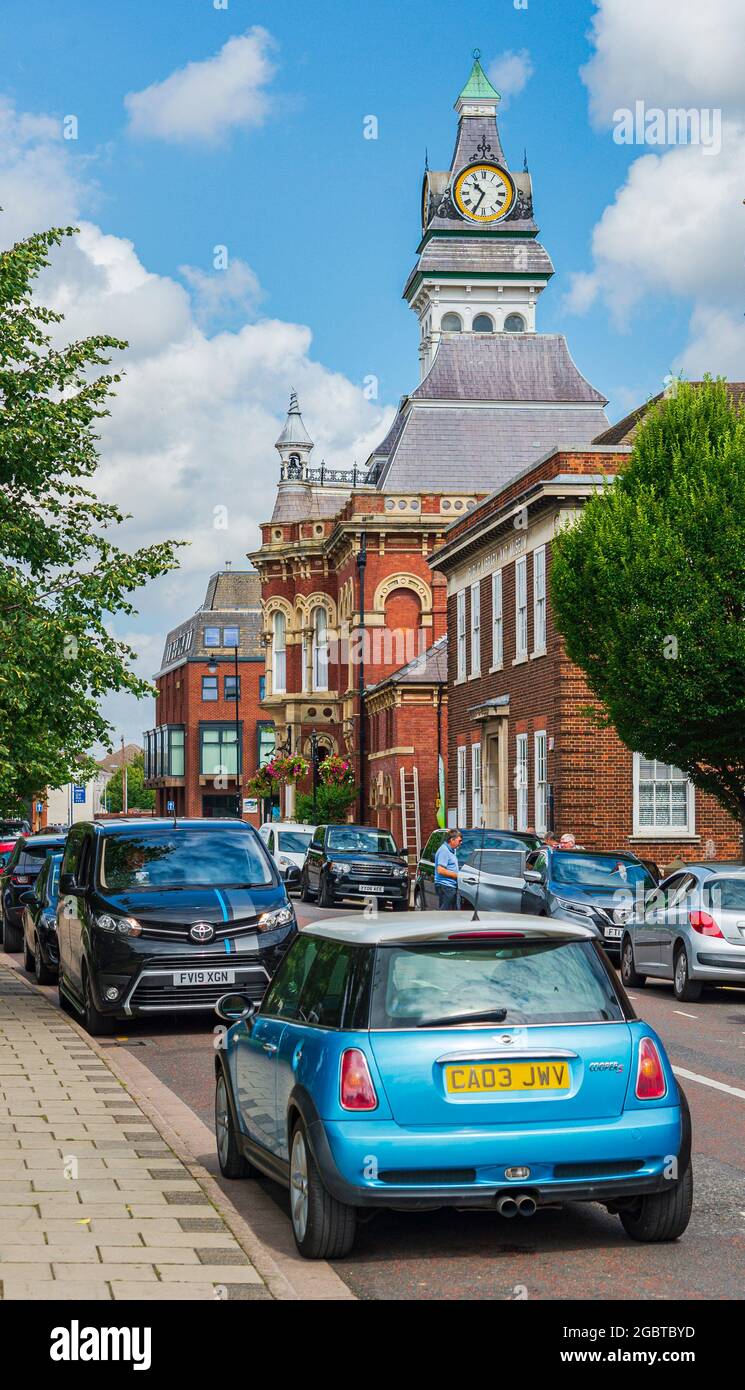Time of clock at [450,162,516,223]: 10:34
